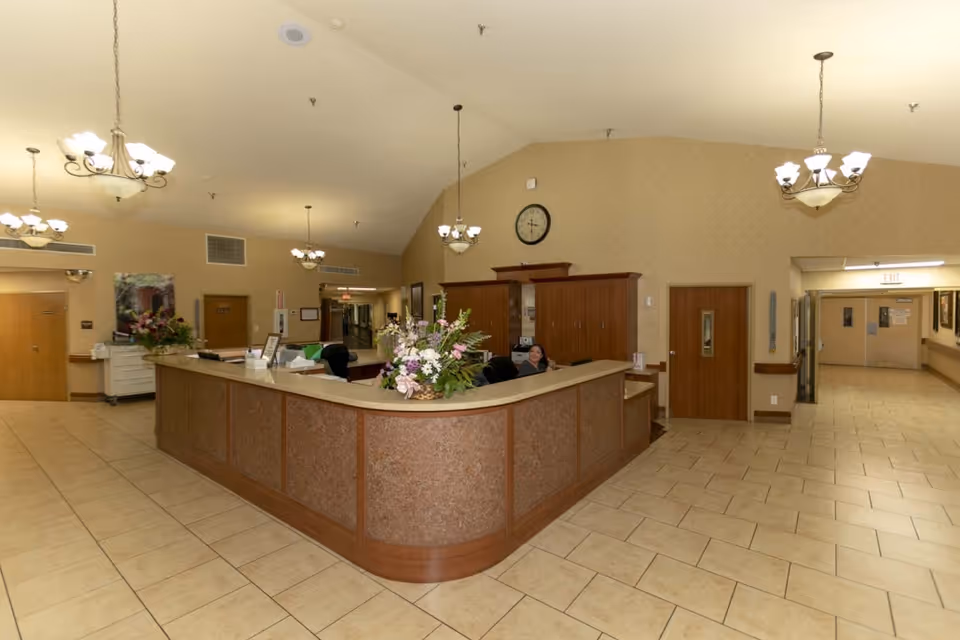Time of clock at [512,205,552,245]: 3:29
